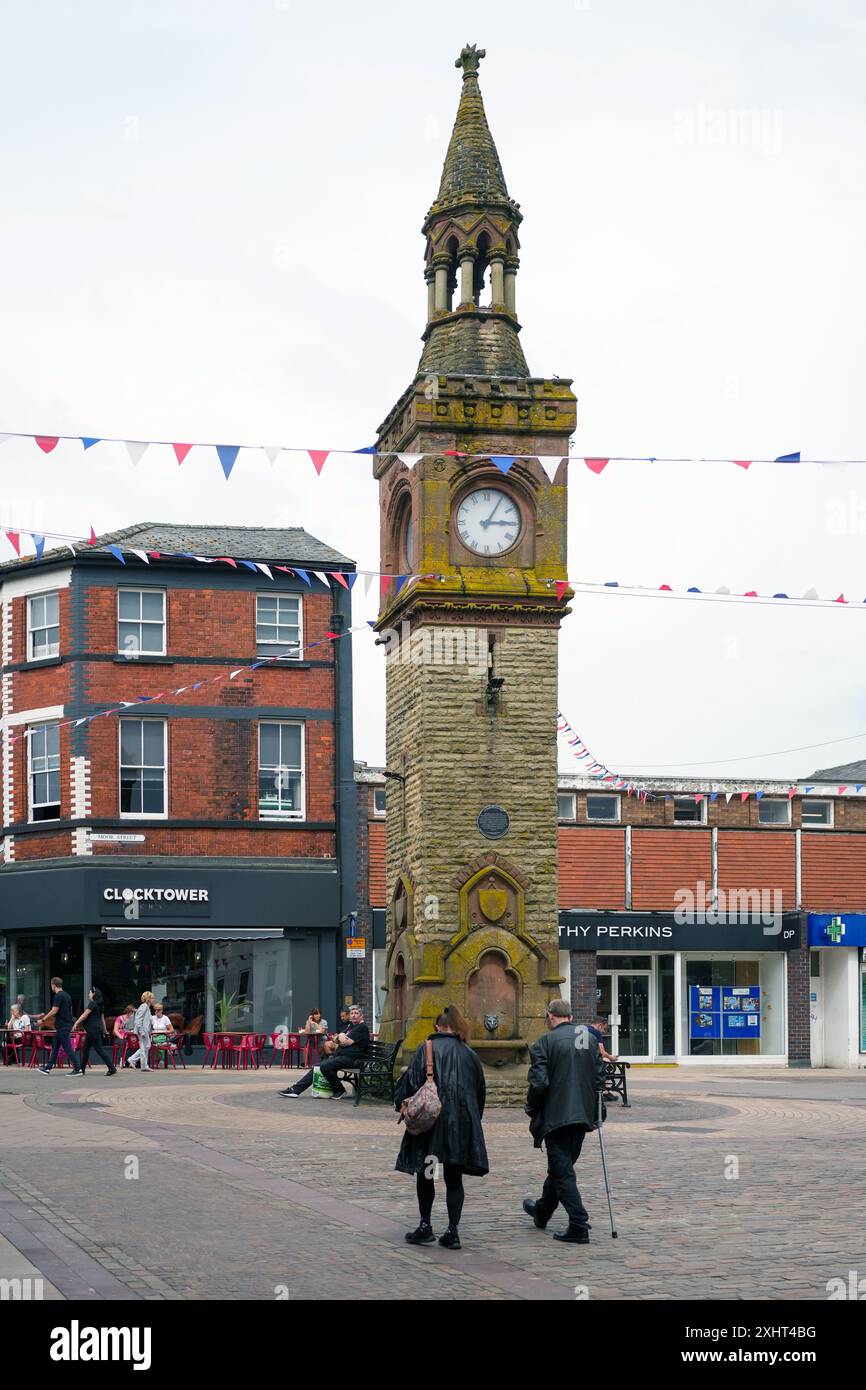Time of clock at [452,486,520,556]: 3:05
